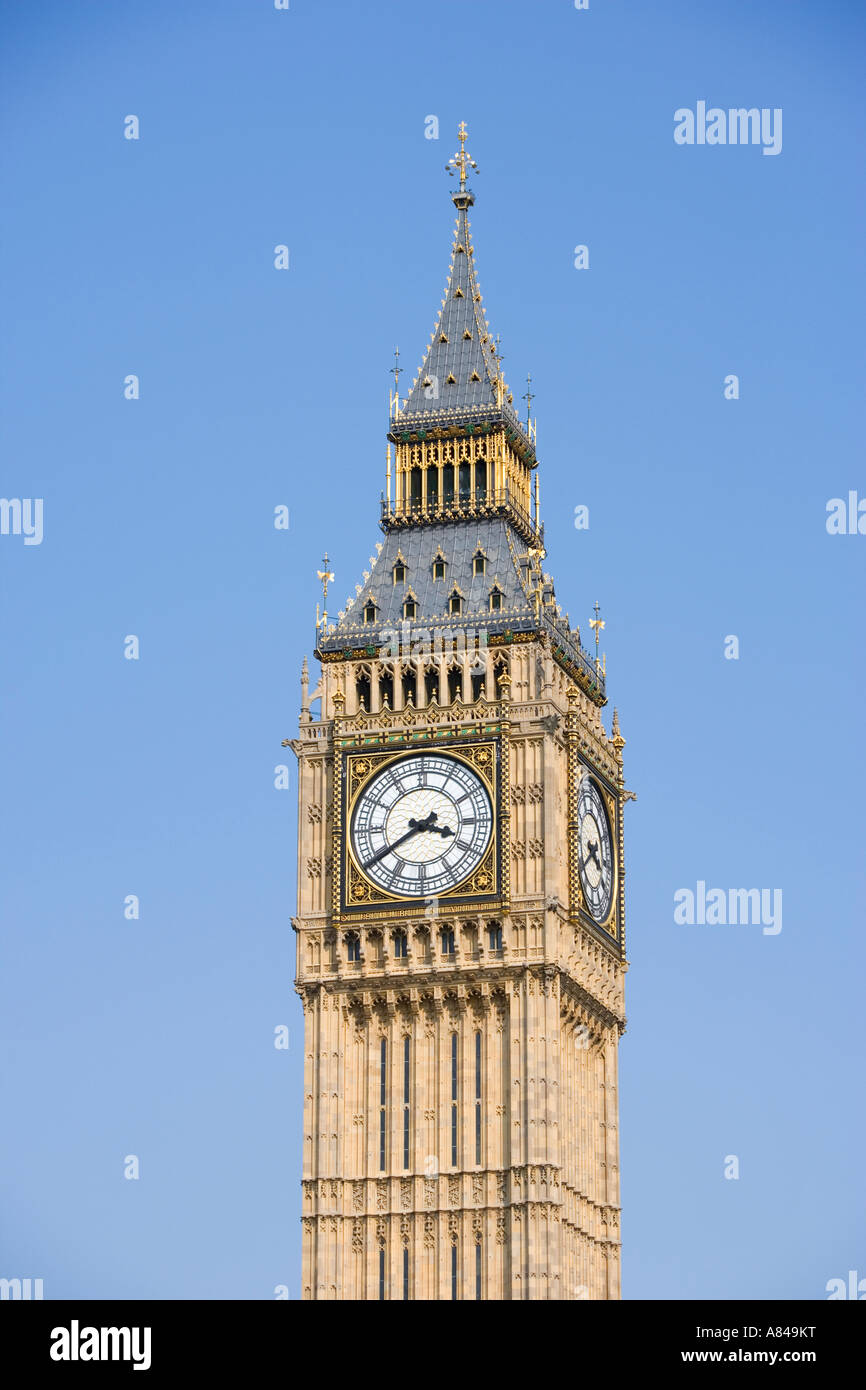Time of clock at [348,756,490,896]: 3:39
